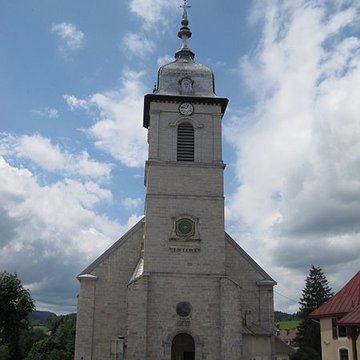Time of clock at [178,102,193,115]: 12:47
